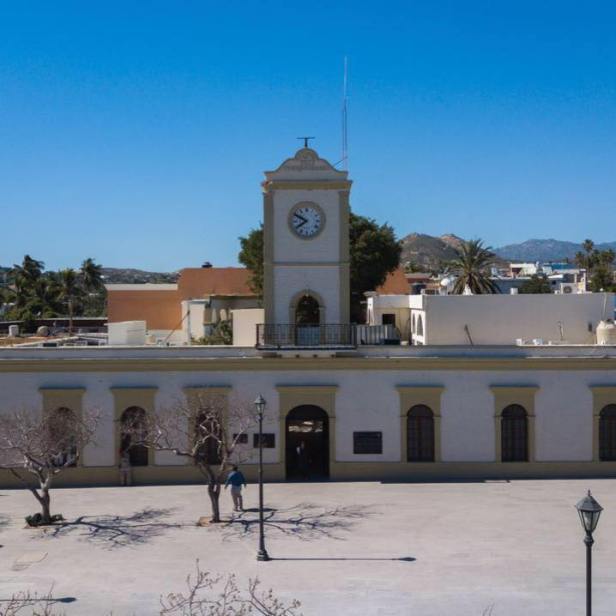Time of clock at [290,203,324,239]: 7:49
